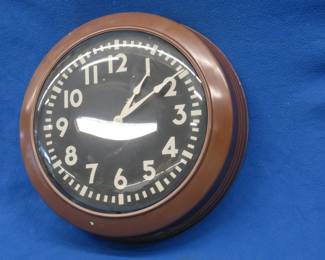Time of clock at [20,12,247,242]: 1:09
